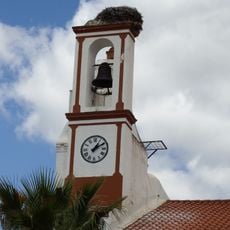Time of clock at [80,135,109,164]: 1:09
